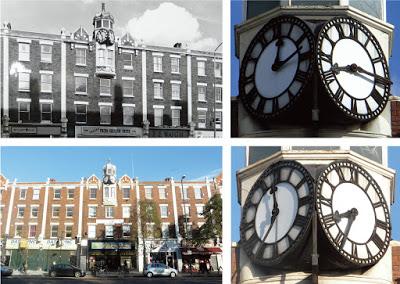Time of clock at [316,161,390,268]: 6:40
